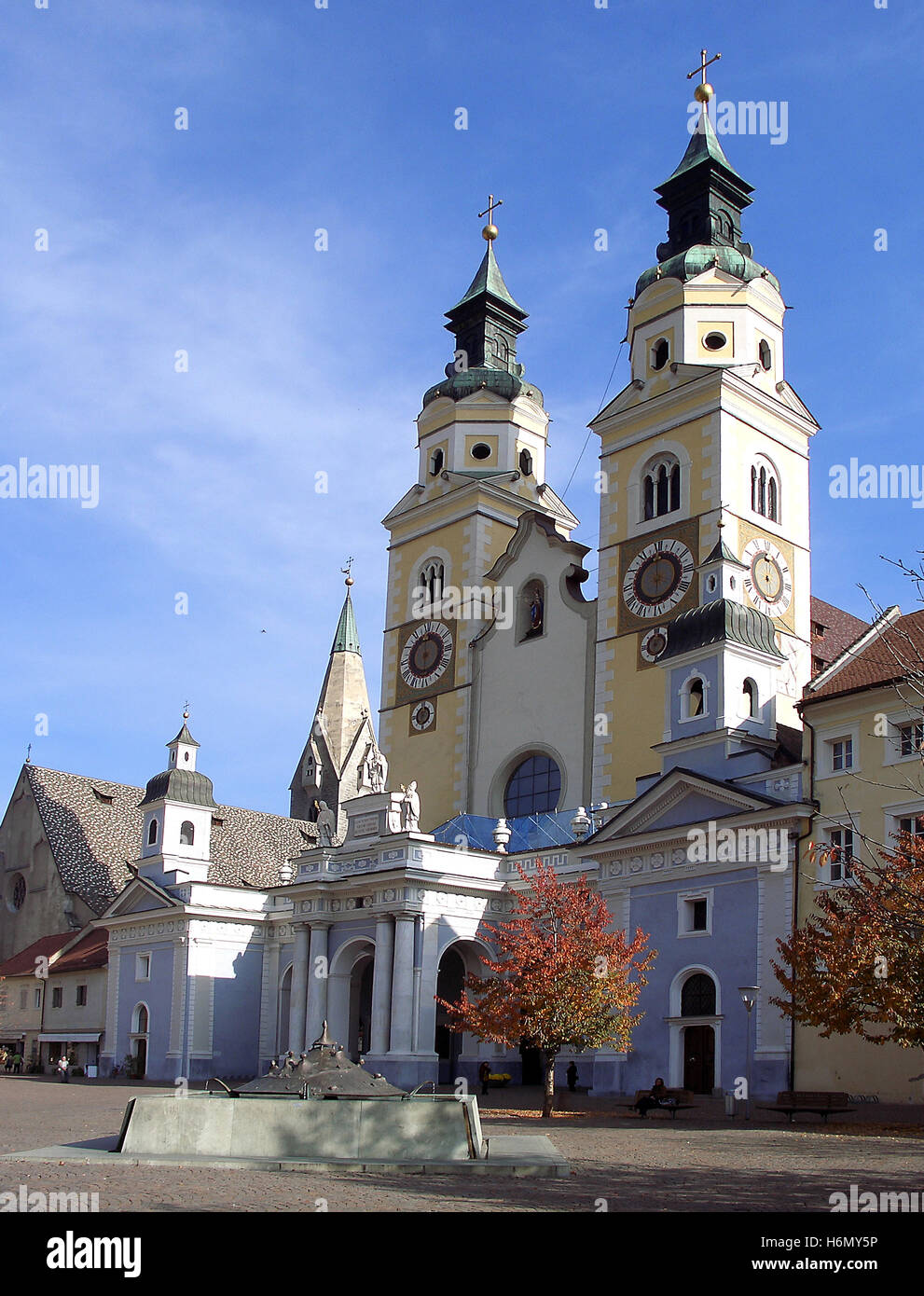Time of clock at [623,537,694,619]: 5:59
